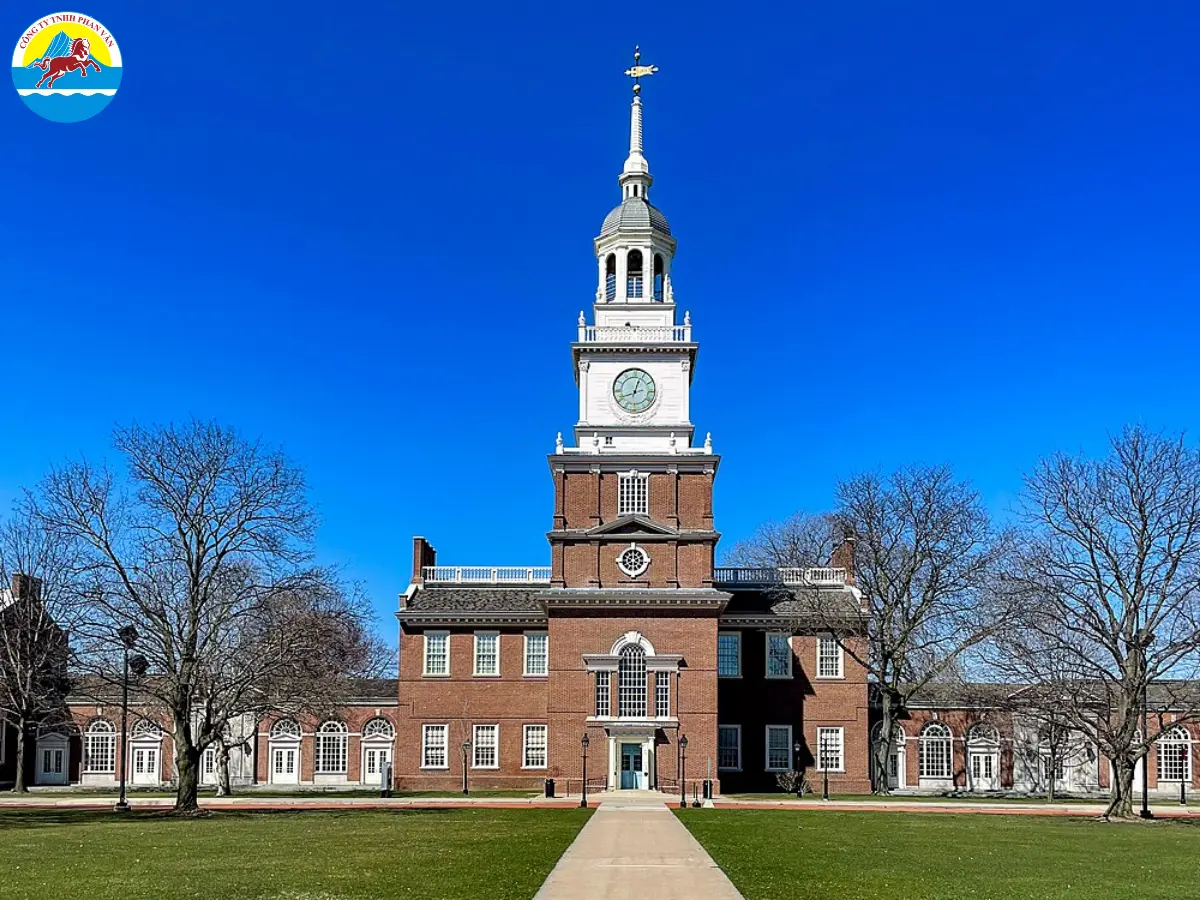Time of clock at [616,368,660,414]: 12:41
